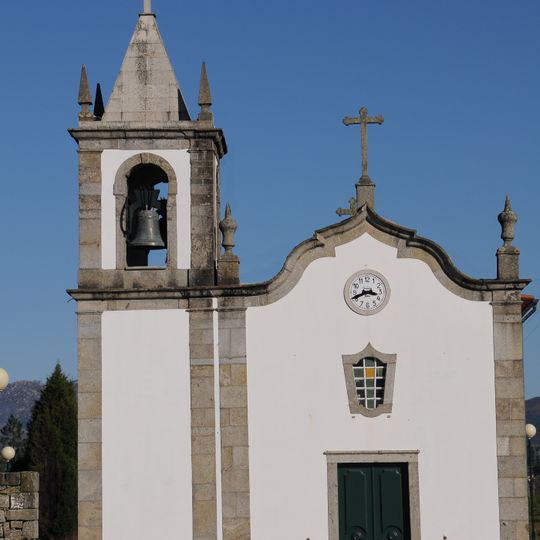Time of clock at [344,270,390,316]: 3:41
